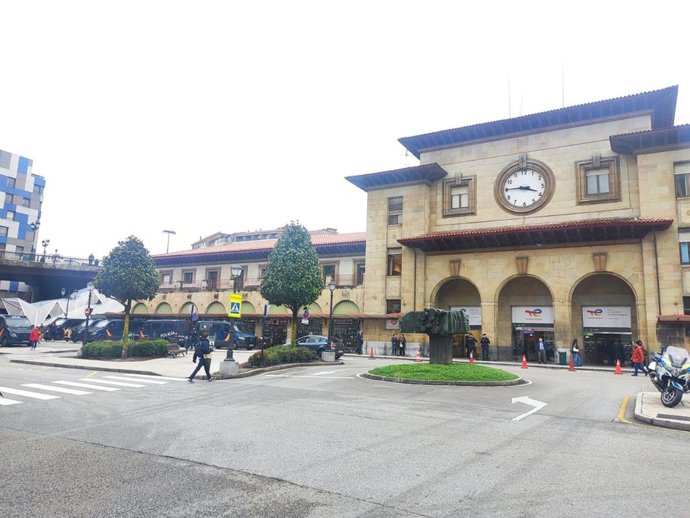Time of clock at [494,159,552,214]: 3:45
